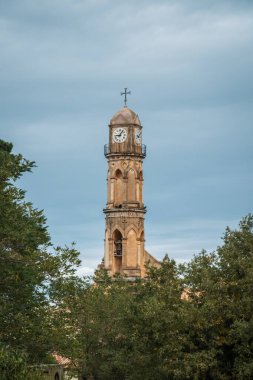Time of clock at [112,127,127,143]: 9:05
